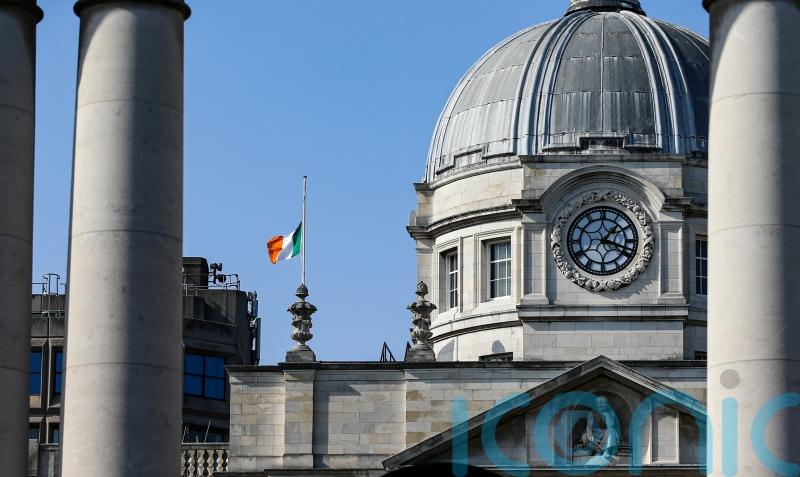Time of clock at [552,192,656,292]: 1:18
